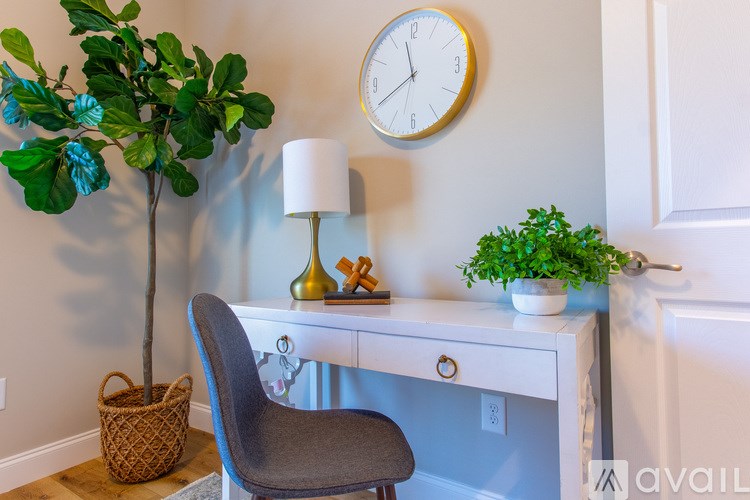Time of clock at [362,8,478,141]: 11:40
